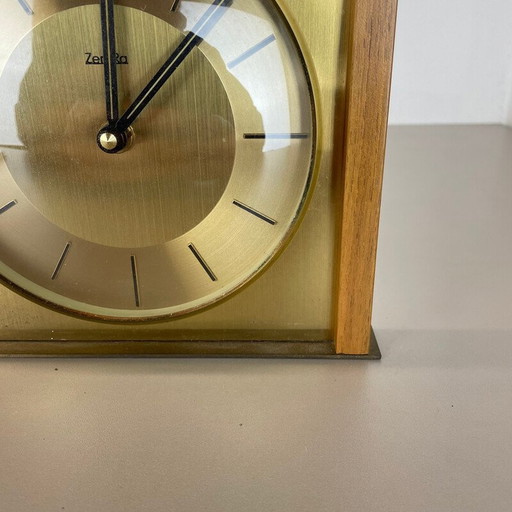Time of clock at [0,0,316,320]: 12:07
